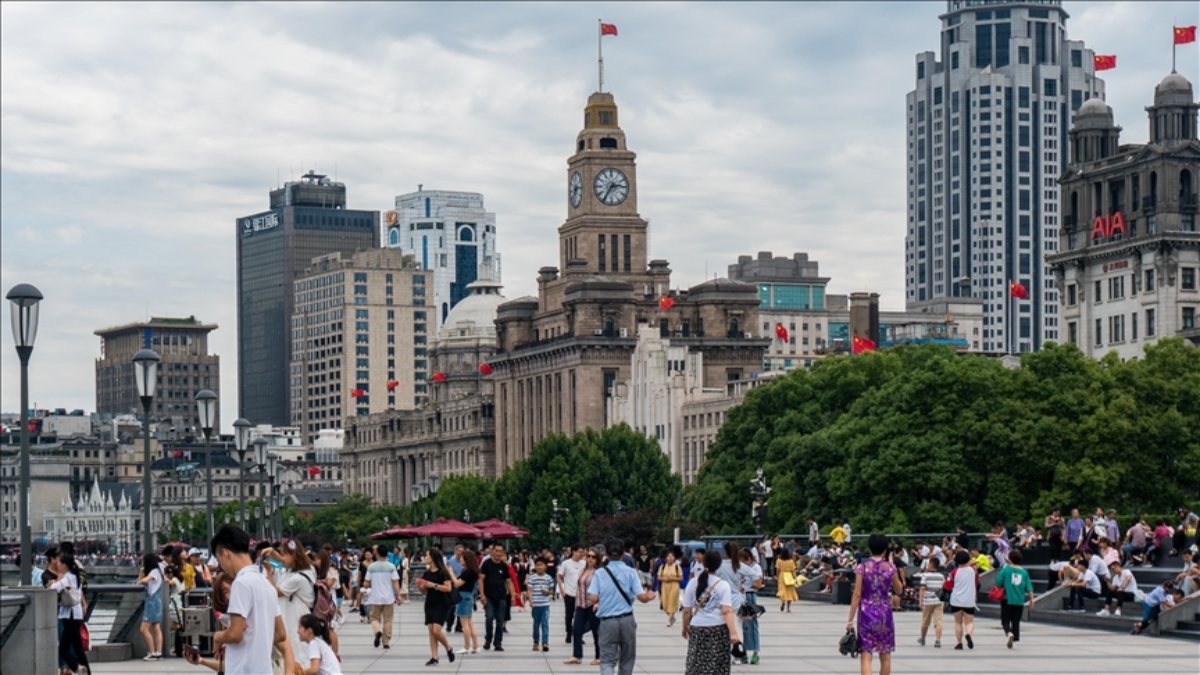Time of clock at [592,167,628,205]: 2:35
